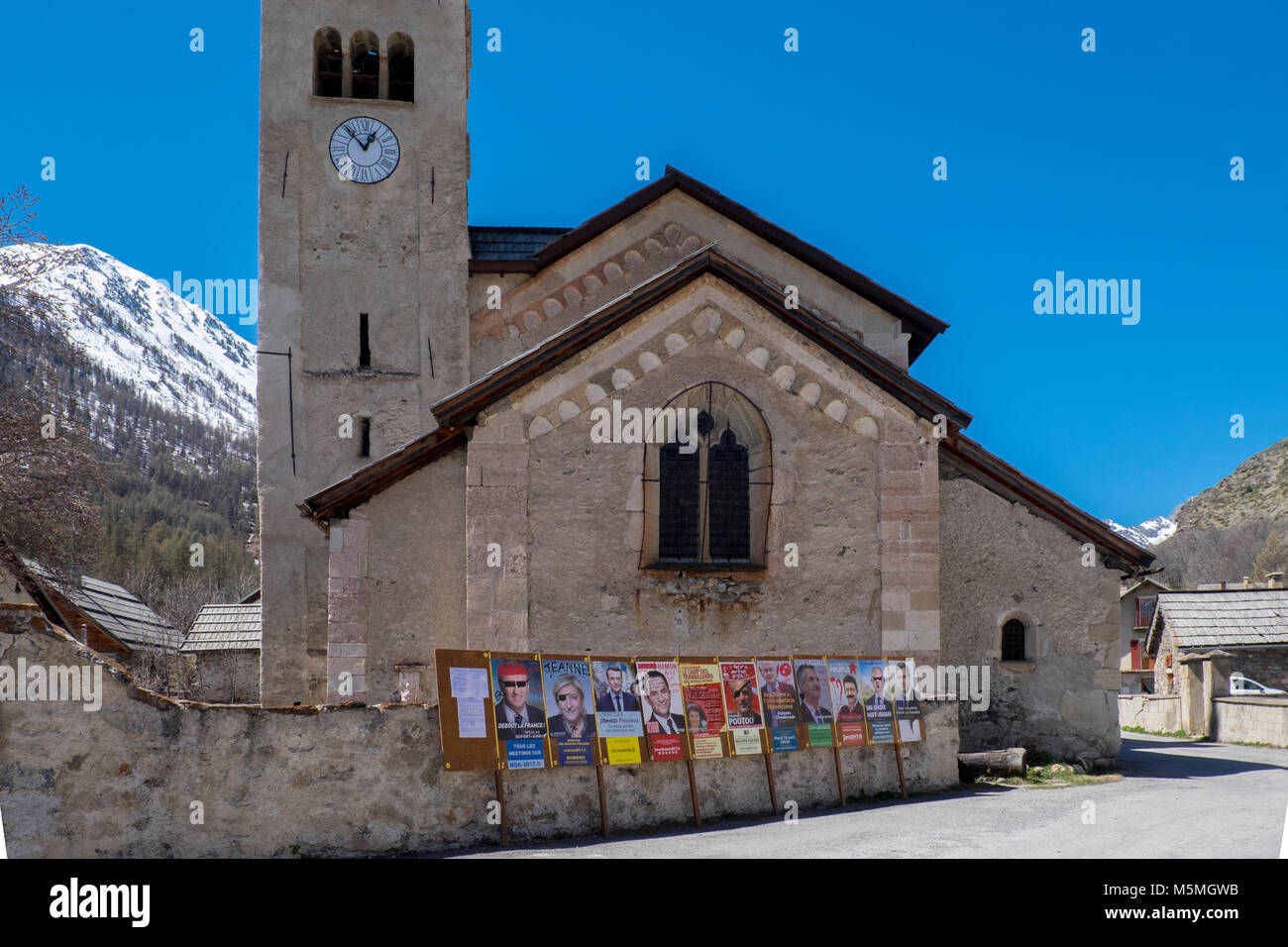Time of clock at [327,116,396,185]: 12:53
